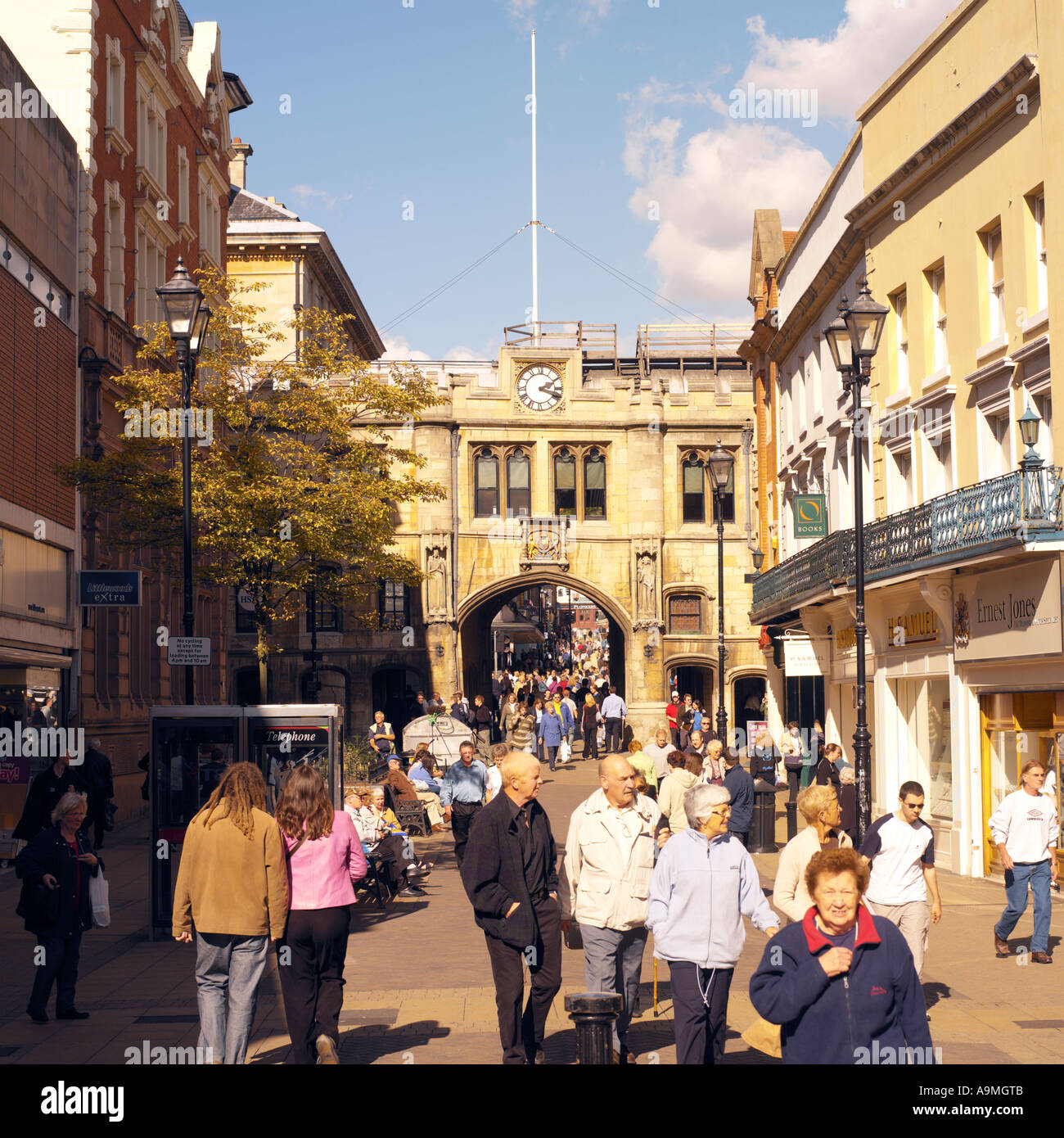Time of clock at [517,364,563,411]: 2:18
